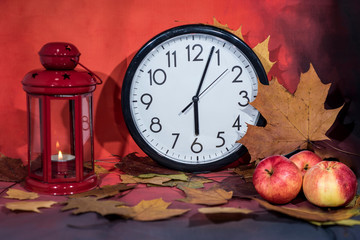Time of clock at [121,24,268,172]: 6:03
